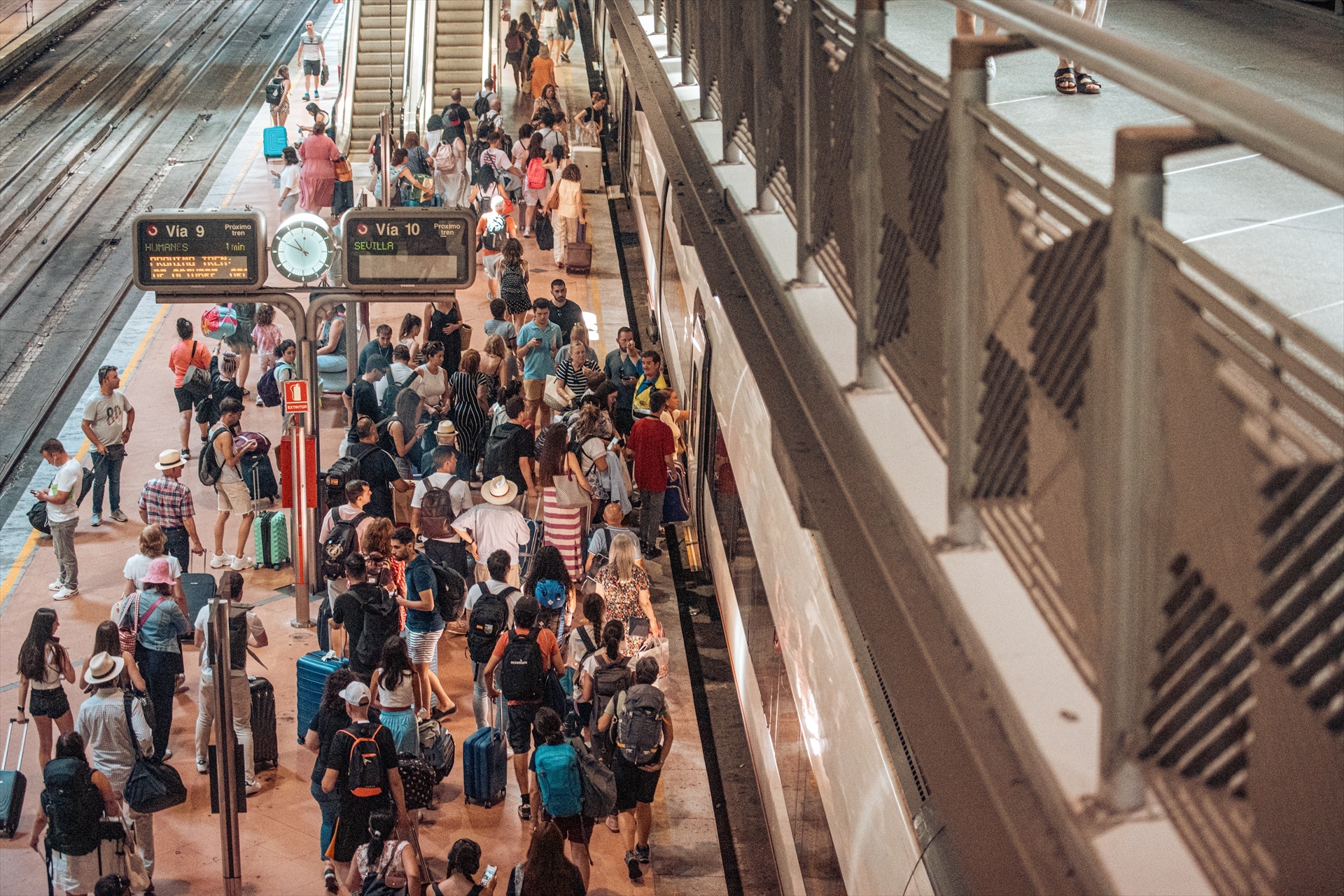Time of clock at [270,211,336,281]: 10:49
